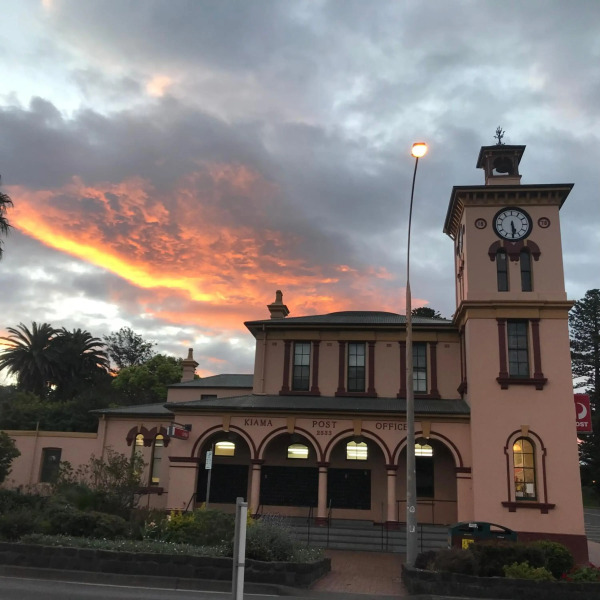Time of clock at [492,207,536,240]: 5:29
